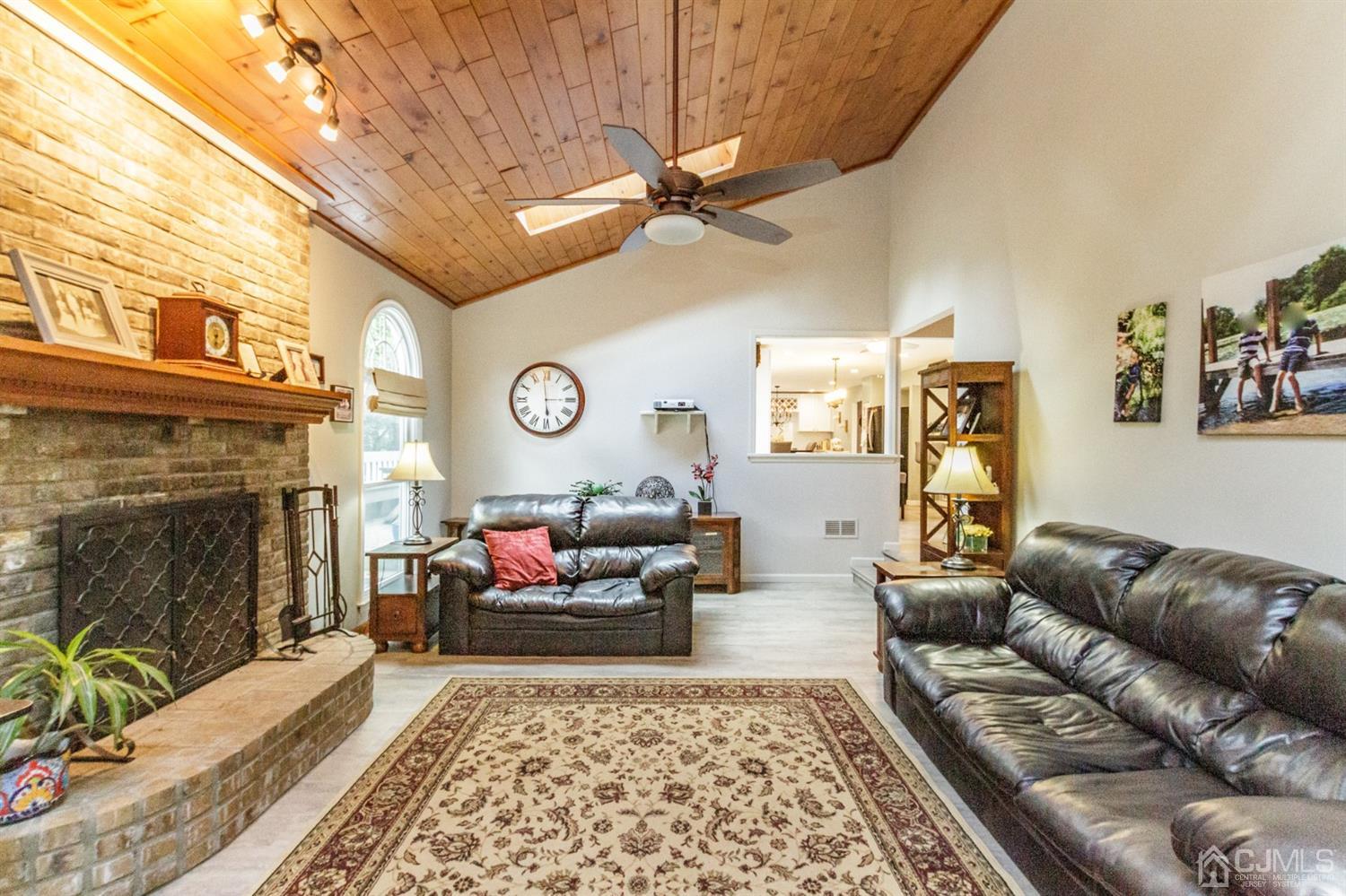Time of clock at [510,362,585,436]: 5:58
